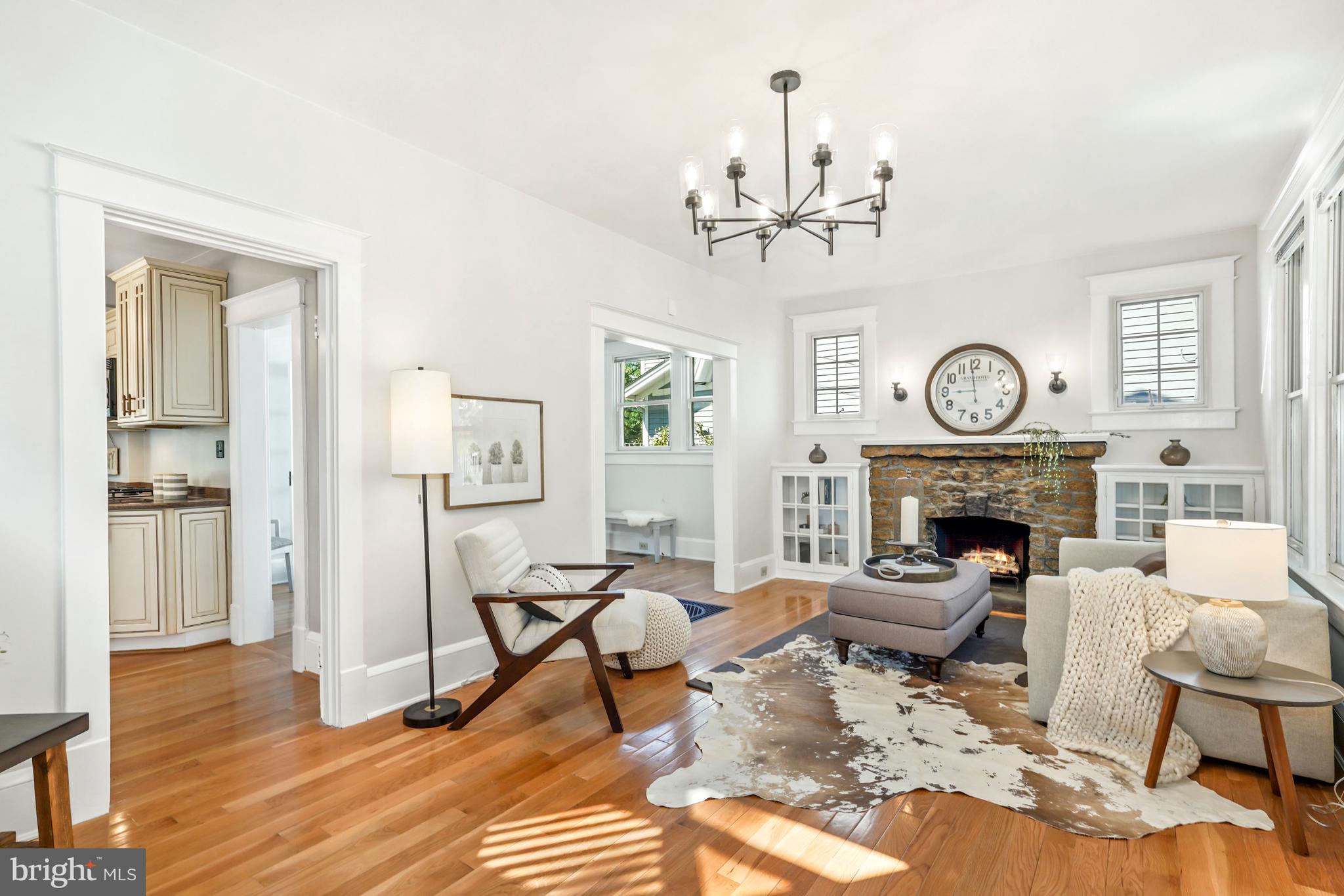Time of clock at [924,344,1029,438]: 8:58
